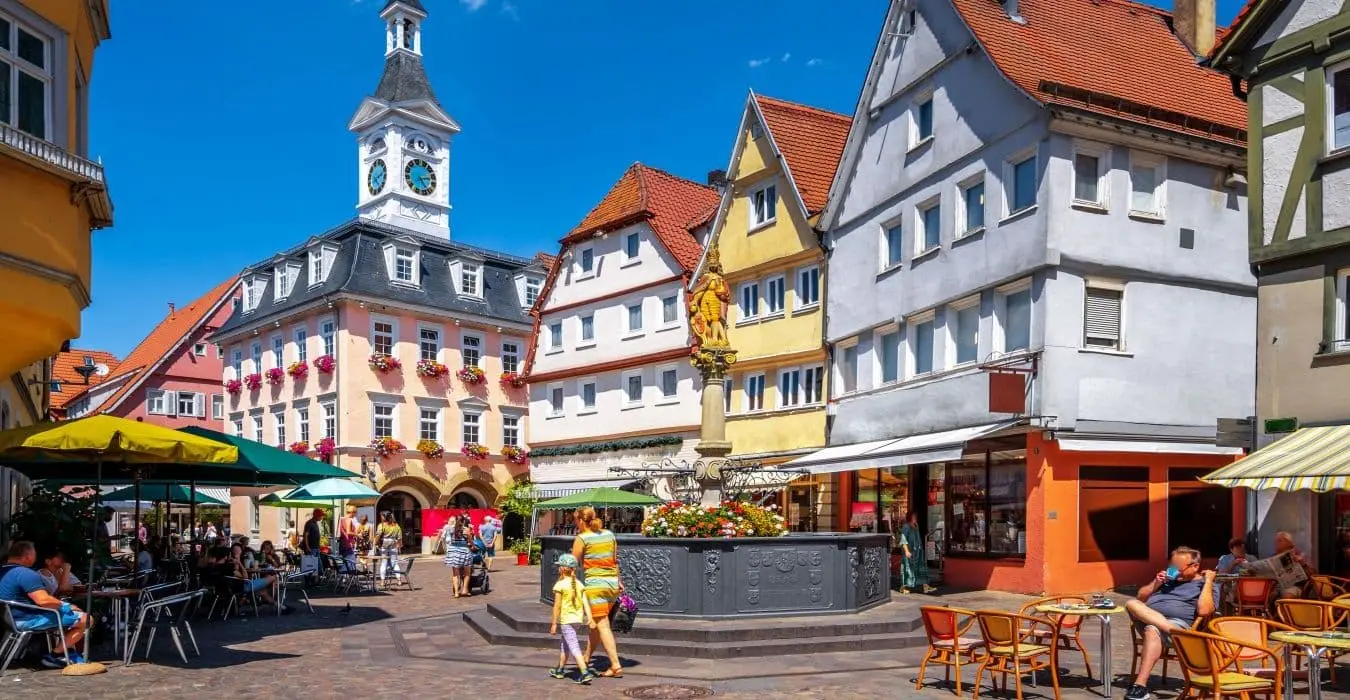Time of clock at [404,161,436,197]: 2:24
